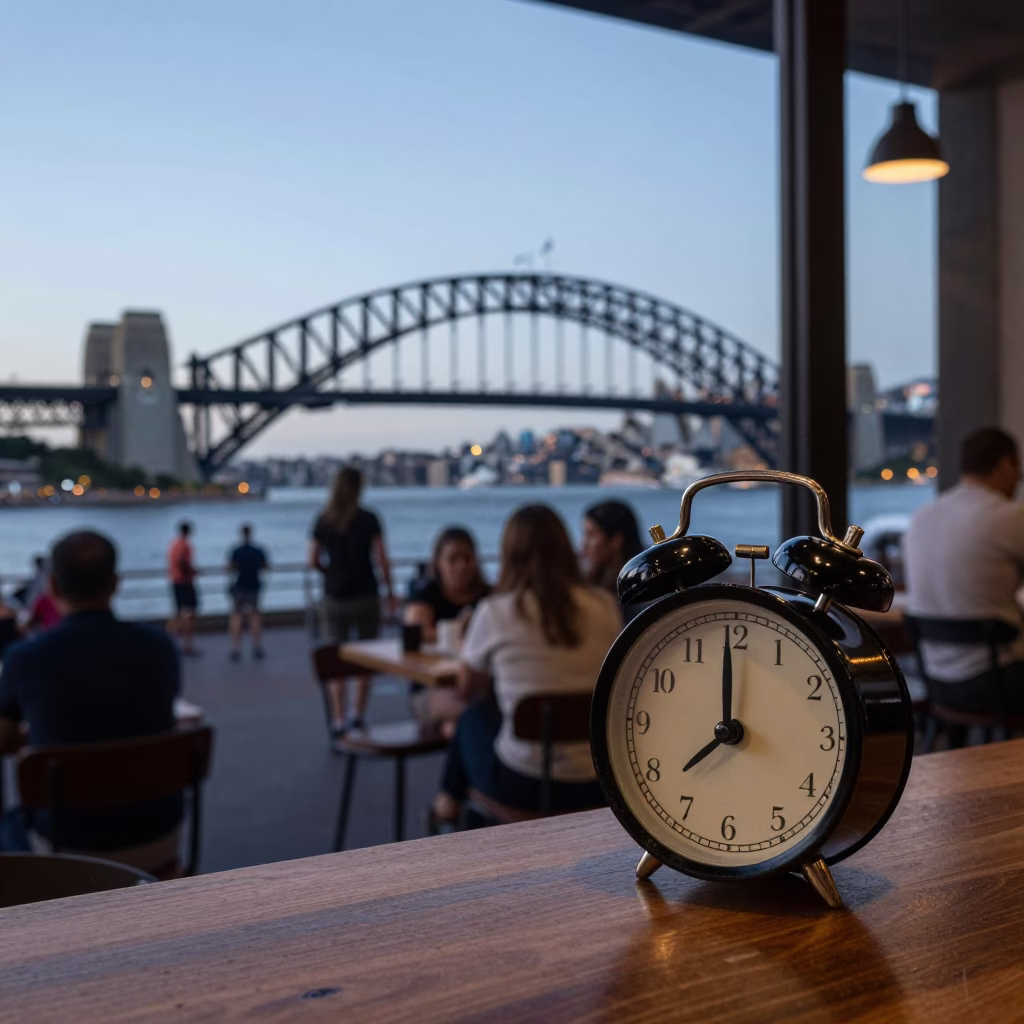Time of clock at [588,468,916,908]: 7:59
